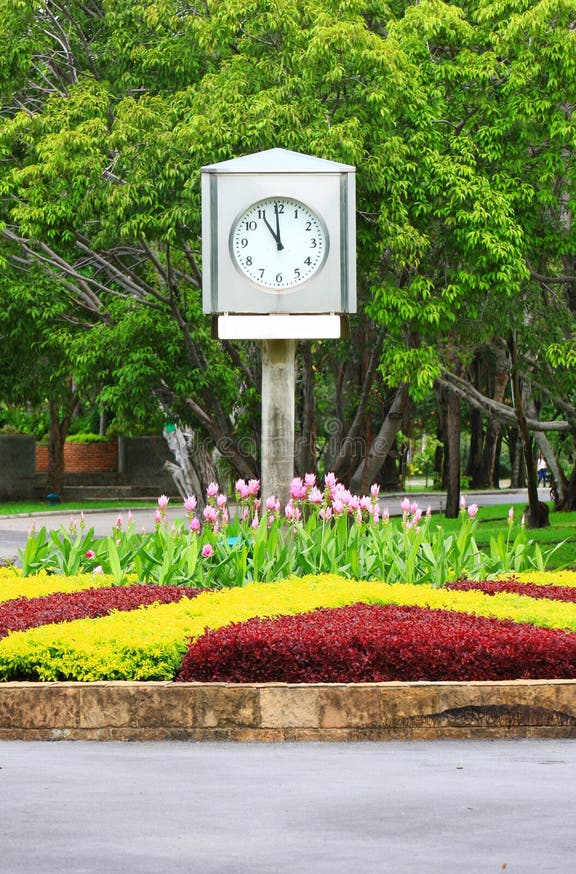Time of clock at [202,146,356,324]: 10:59
